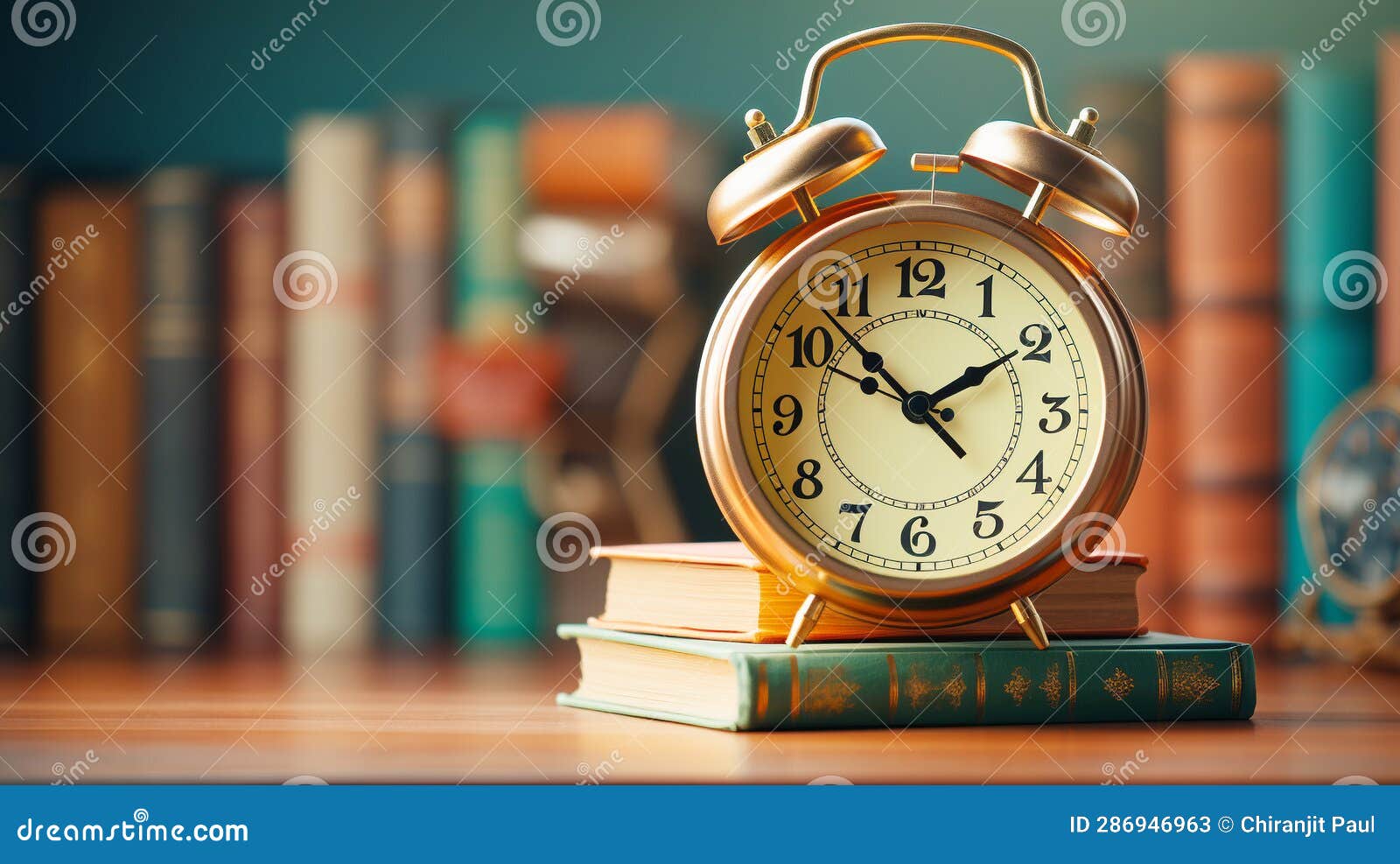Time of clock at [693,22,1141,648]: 1:52
